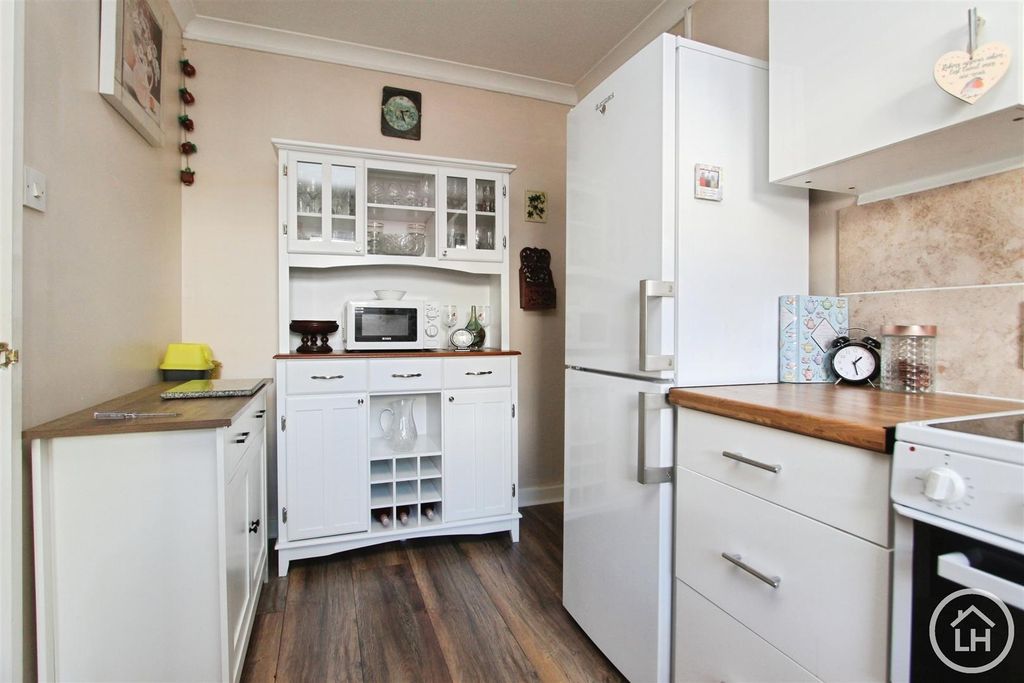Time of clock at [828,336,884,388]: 1:28
